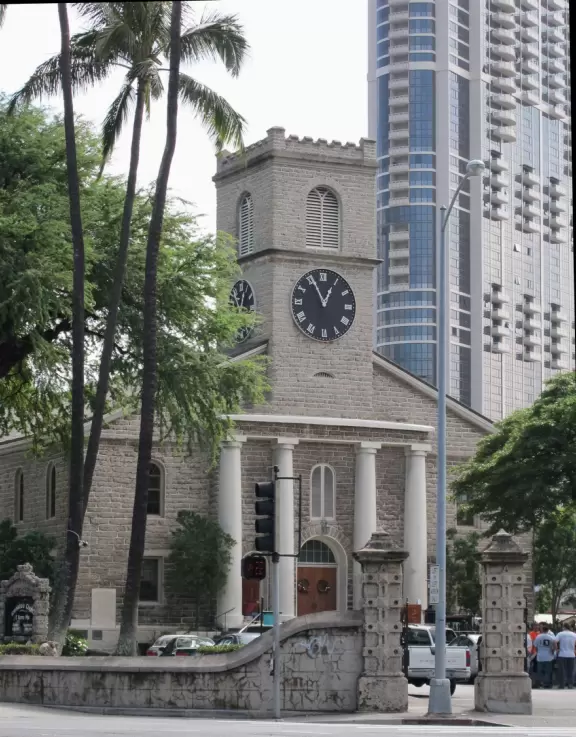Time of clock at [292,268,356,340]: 12:55
